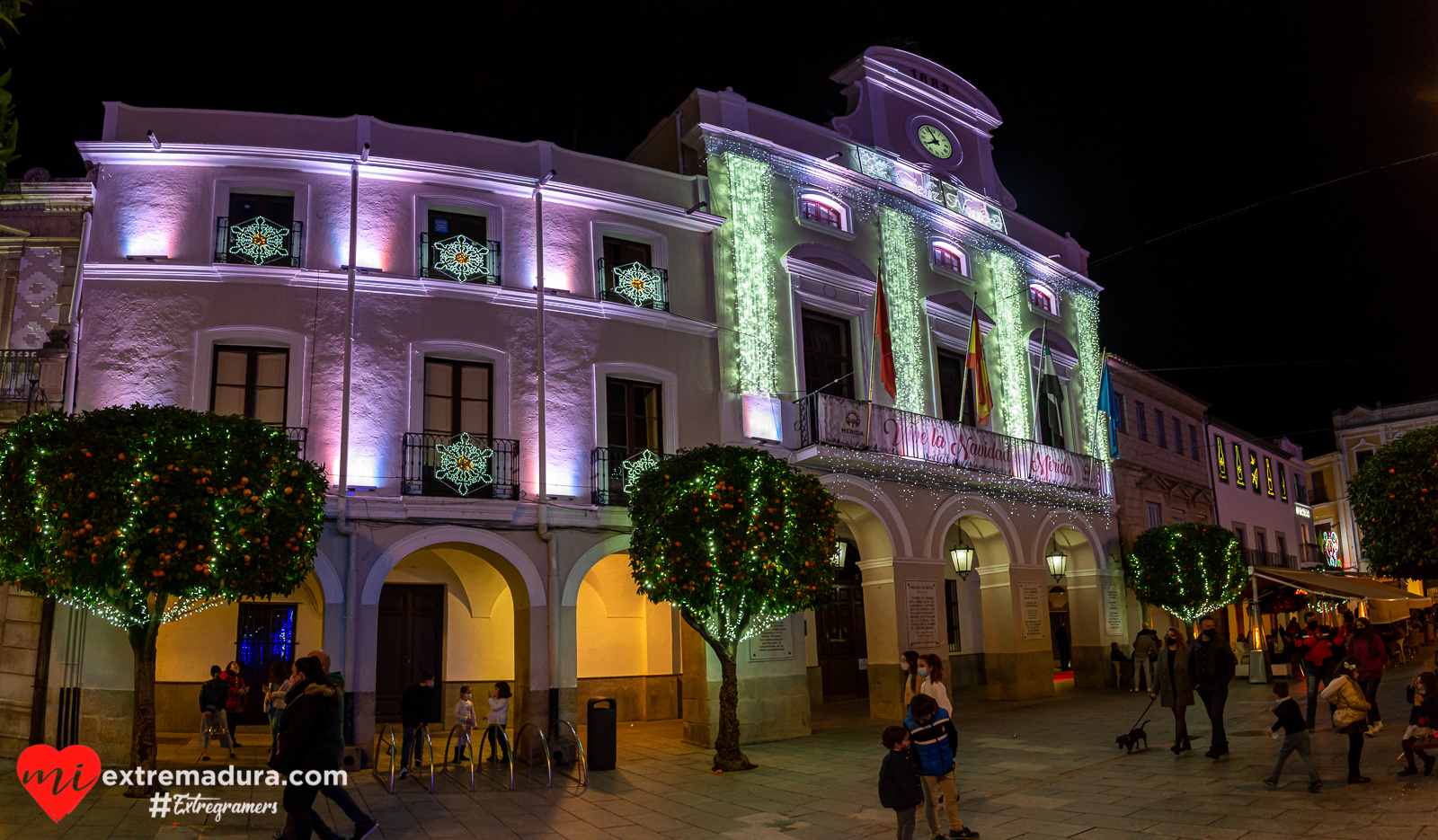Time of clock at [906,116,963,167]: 7:55
